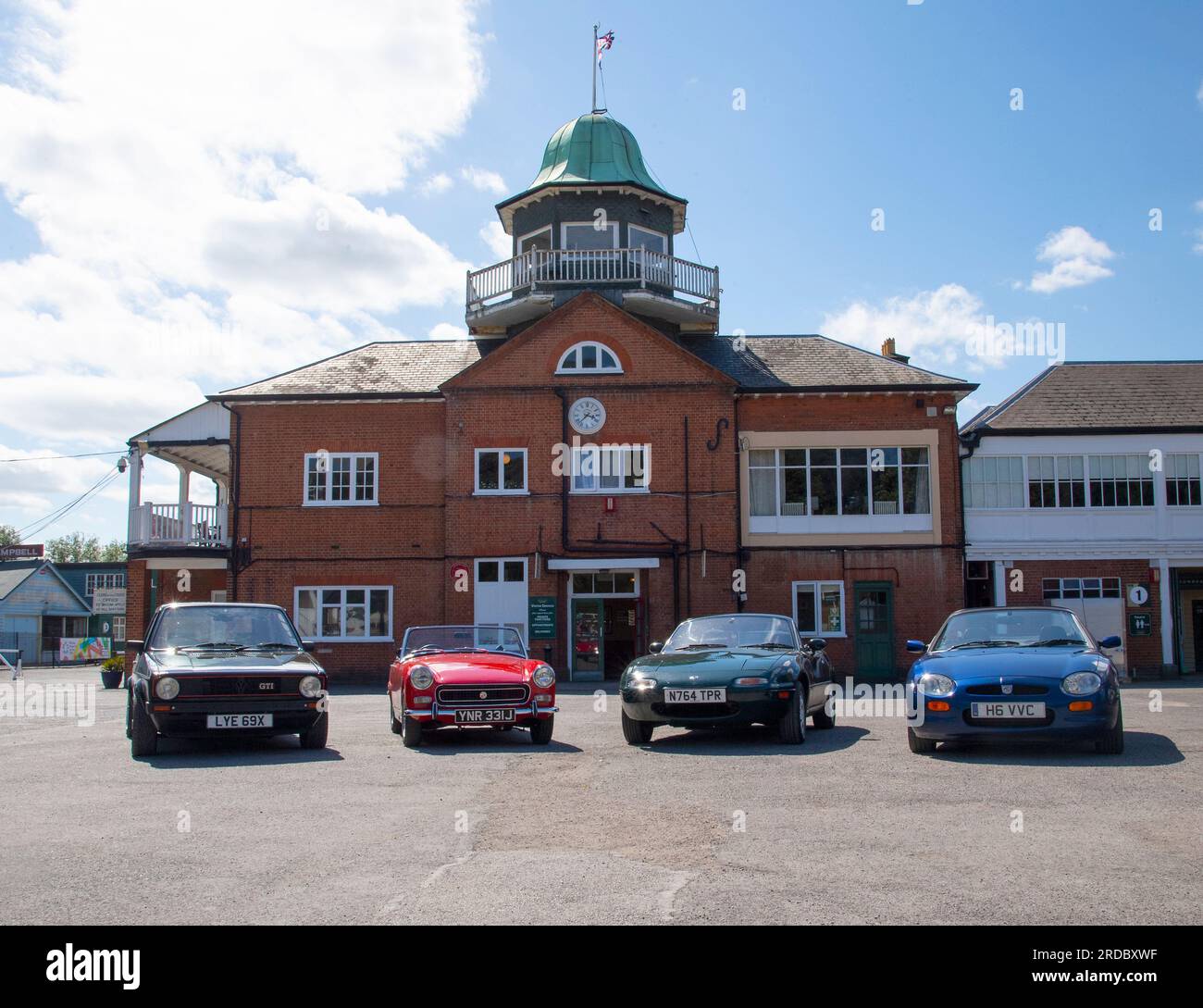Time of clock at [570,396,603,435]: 3:37
